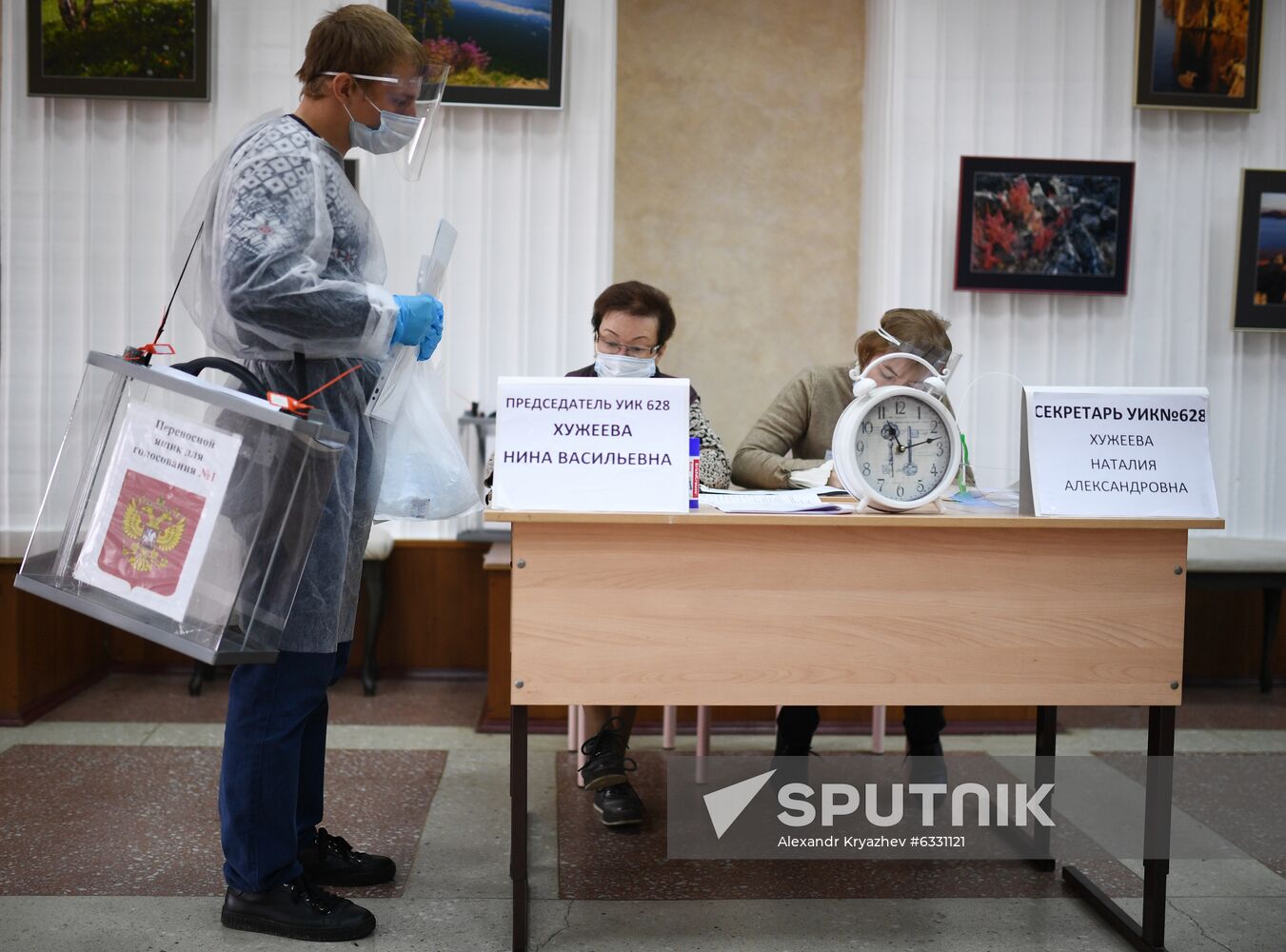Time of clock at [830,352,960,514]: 11:12
